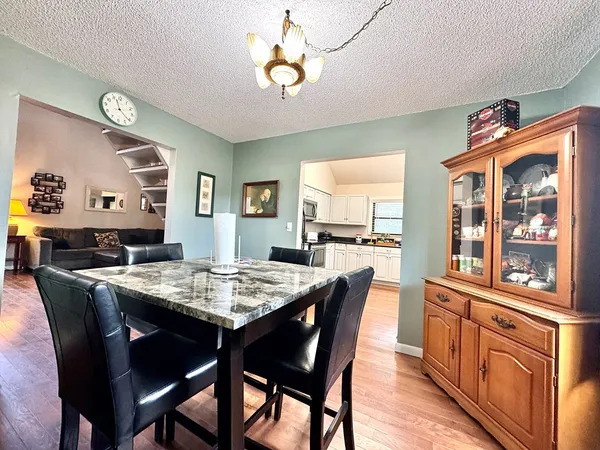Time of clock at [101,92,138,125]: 11:21
